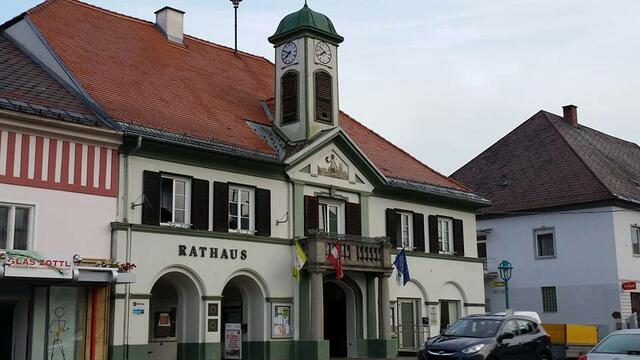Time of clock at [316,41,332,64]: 7:51
